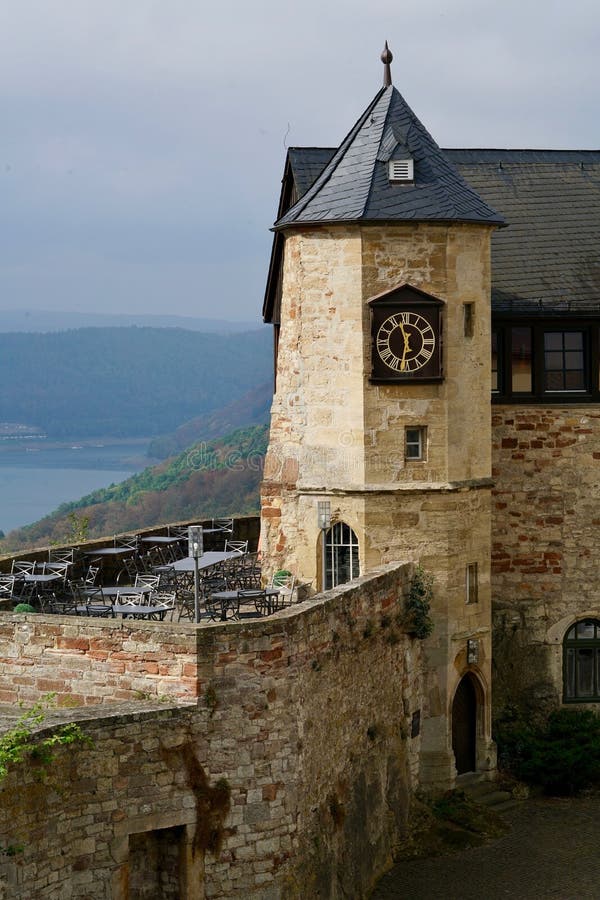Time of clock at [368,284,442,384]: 11:32
